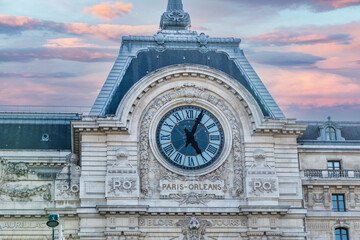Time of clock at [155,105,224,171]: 5:04
